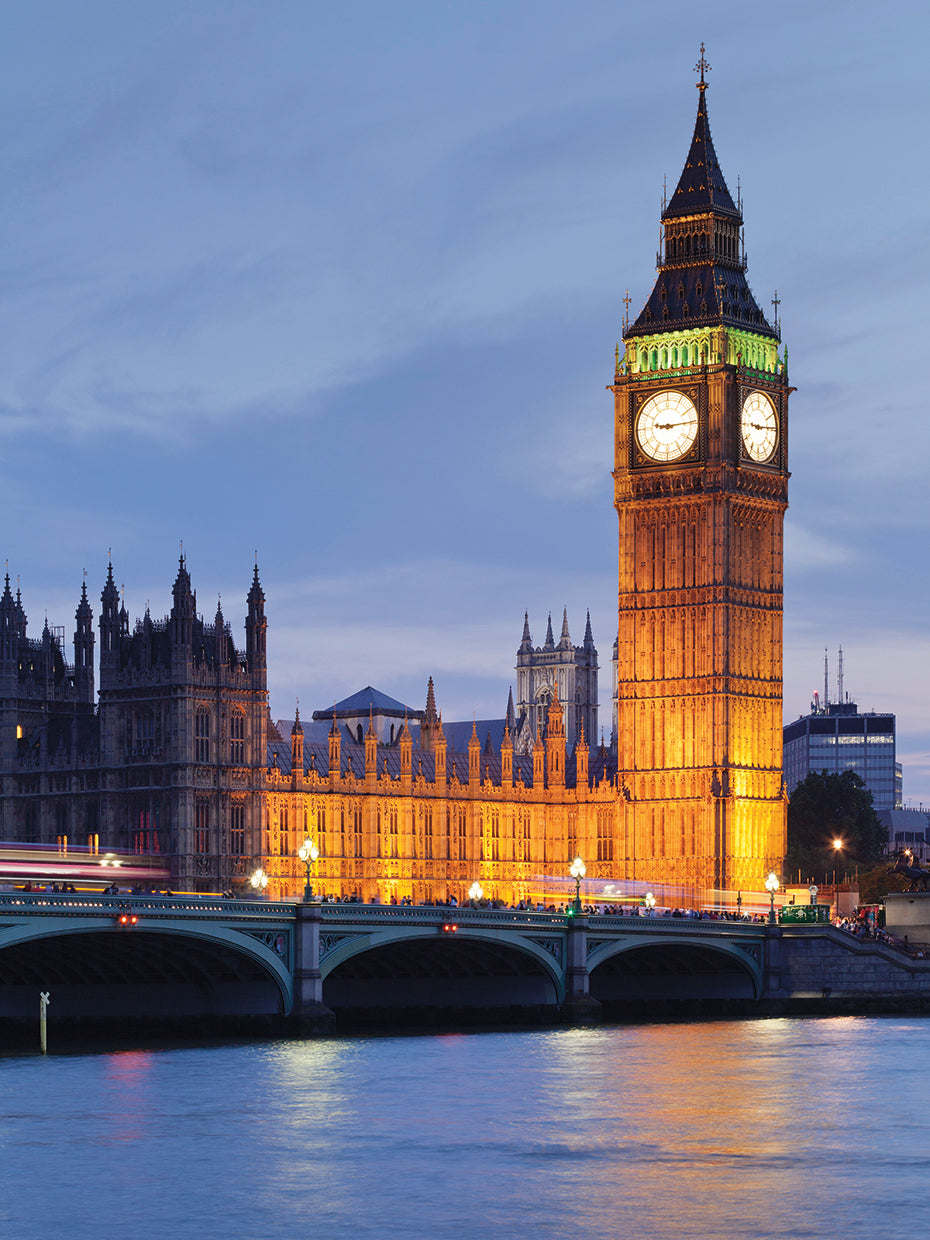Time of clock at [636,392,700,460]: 9:14
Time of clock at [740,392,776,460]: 9:14
